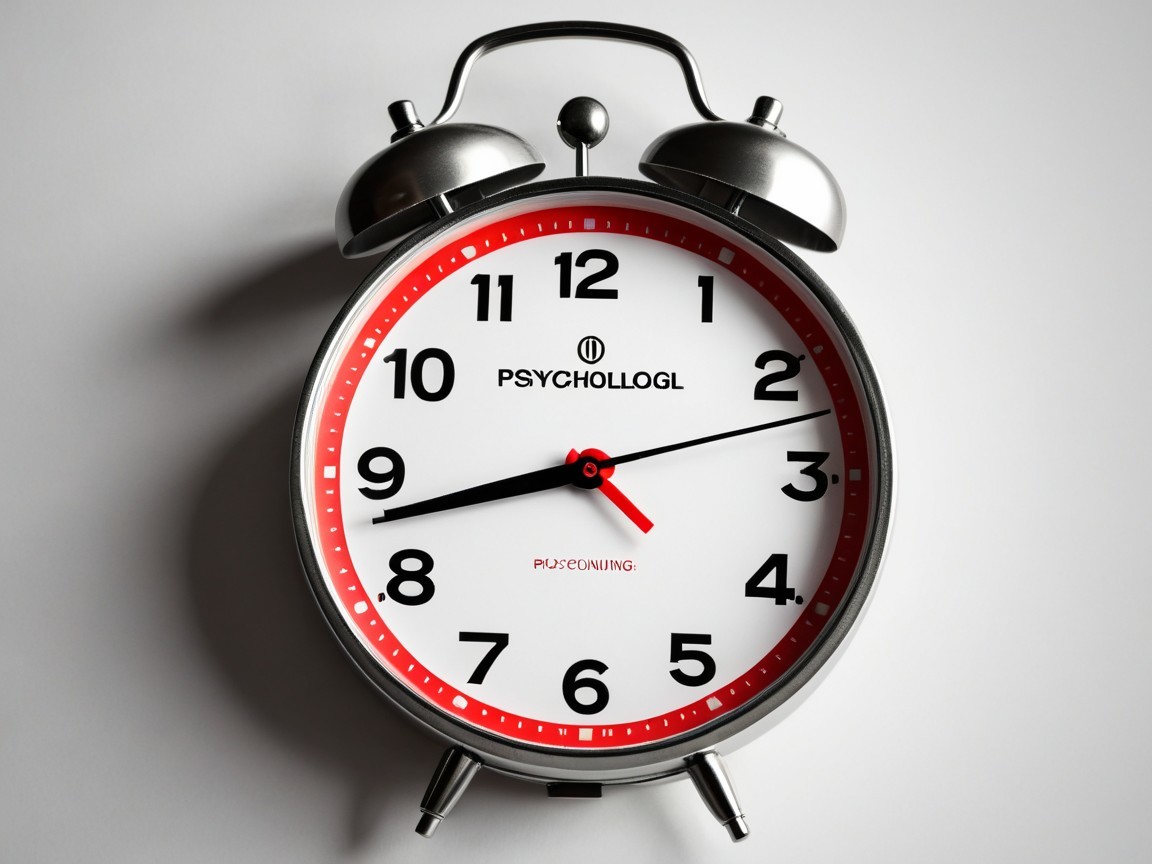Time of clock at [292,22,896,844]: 8:42
